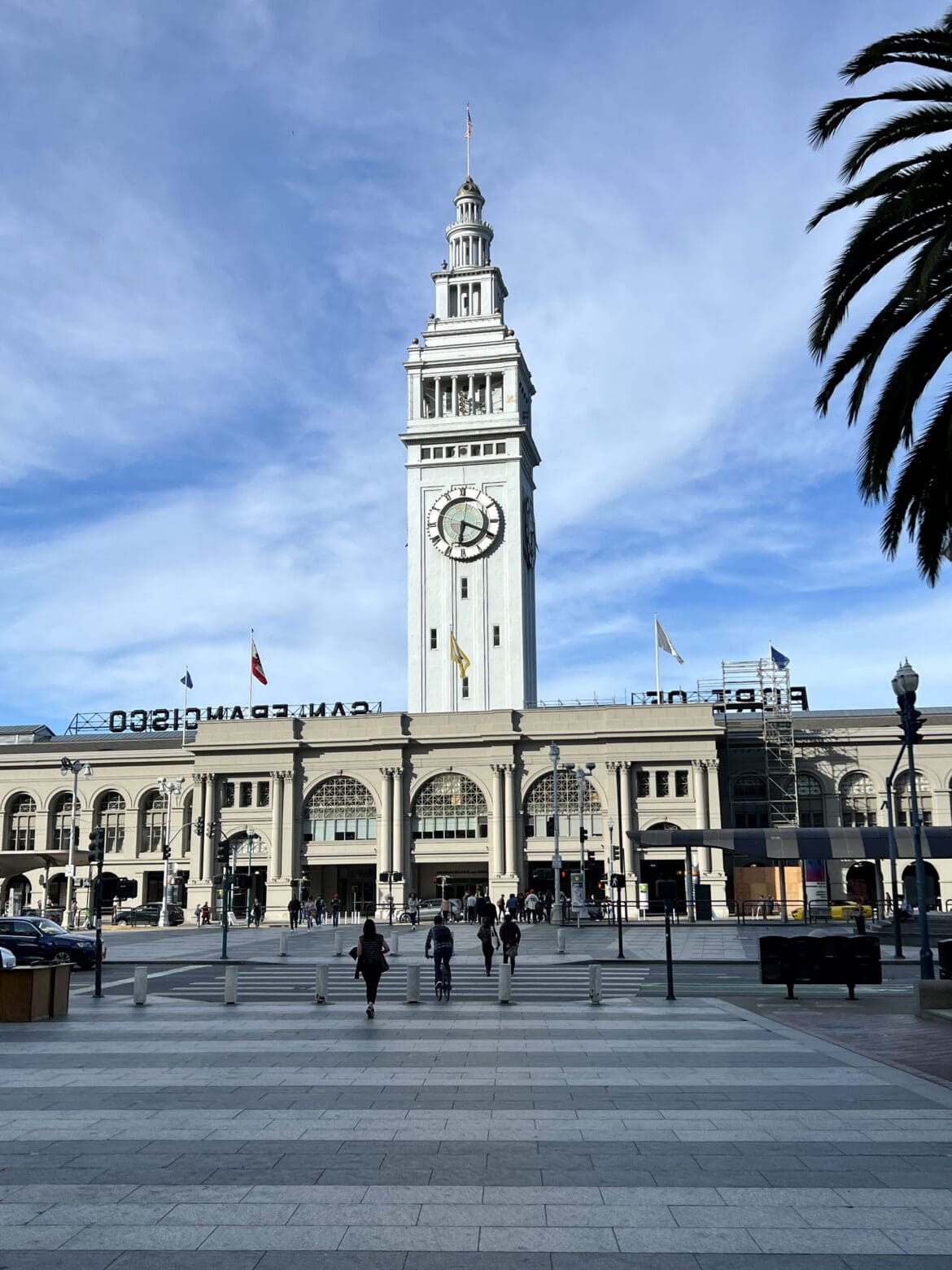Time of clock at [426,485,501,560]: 6:19
